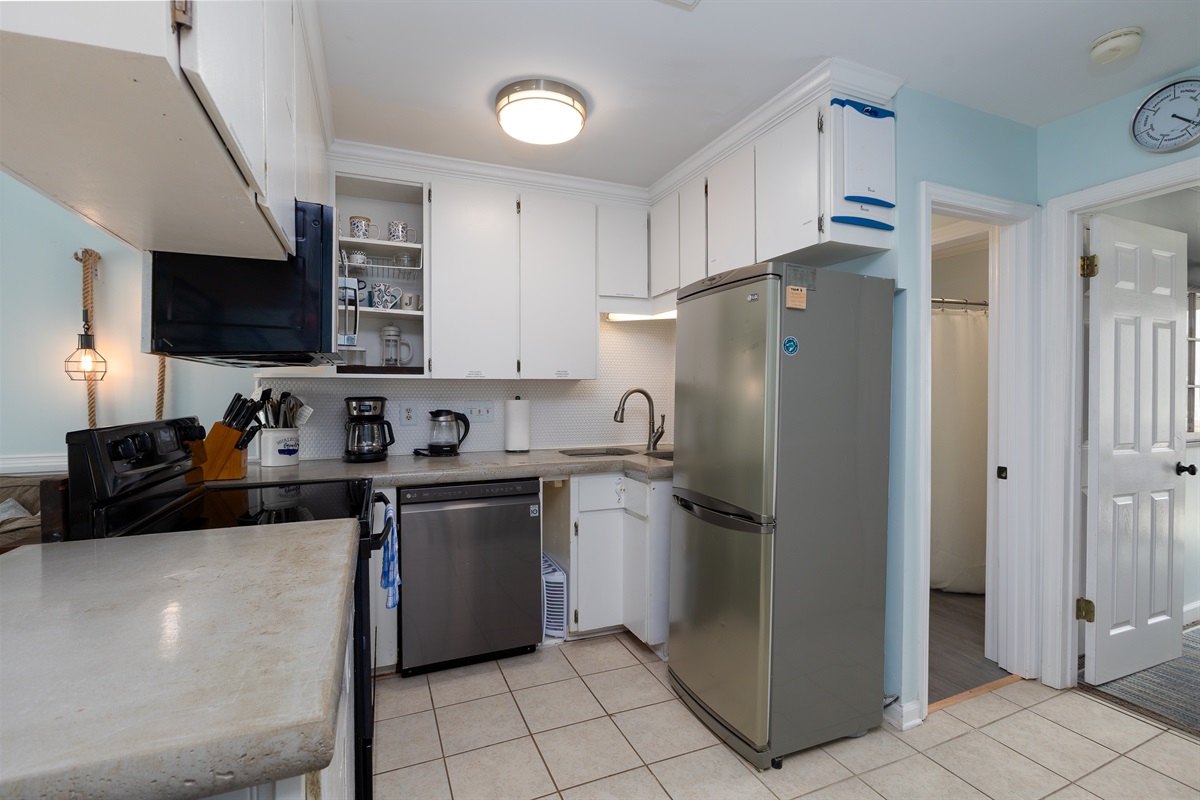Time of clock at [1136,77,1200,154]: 4:20
